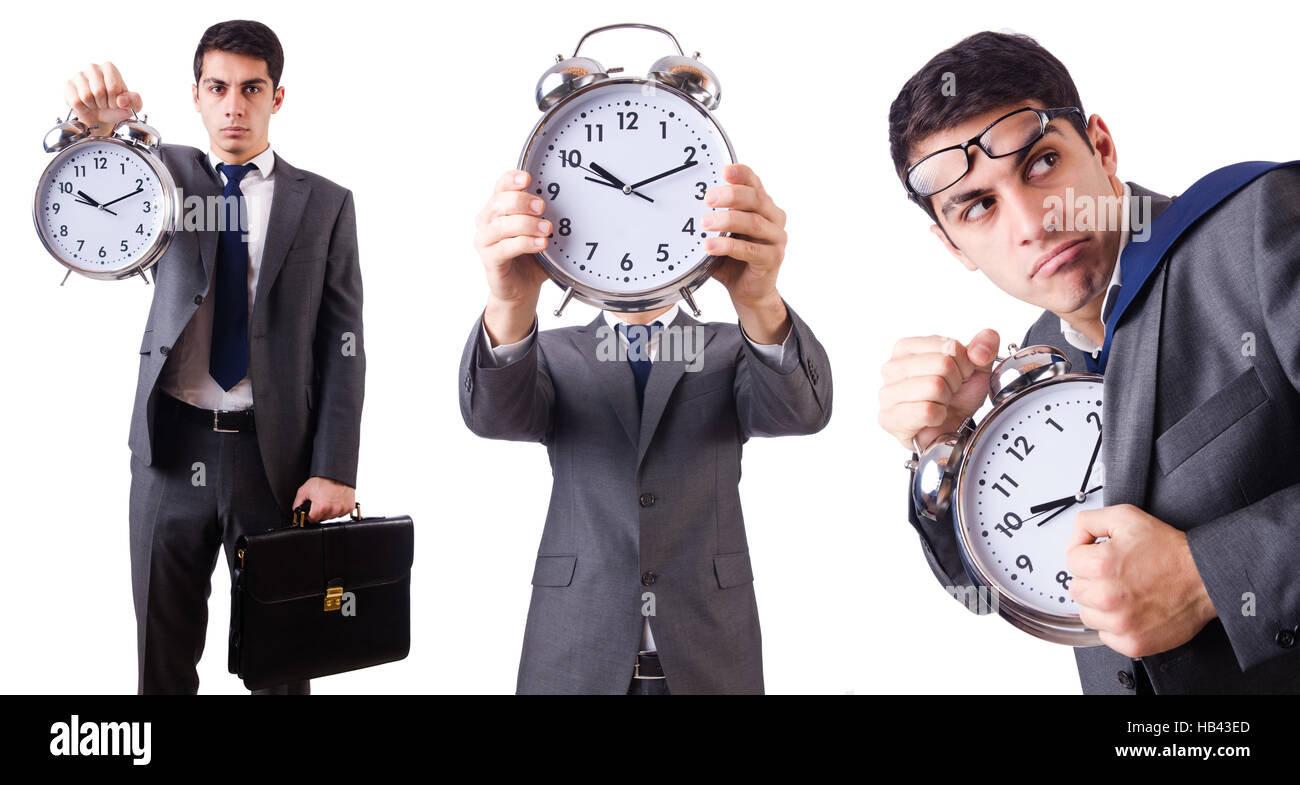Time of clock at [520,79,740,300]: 10:11
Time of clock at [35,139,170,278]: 10:11
